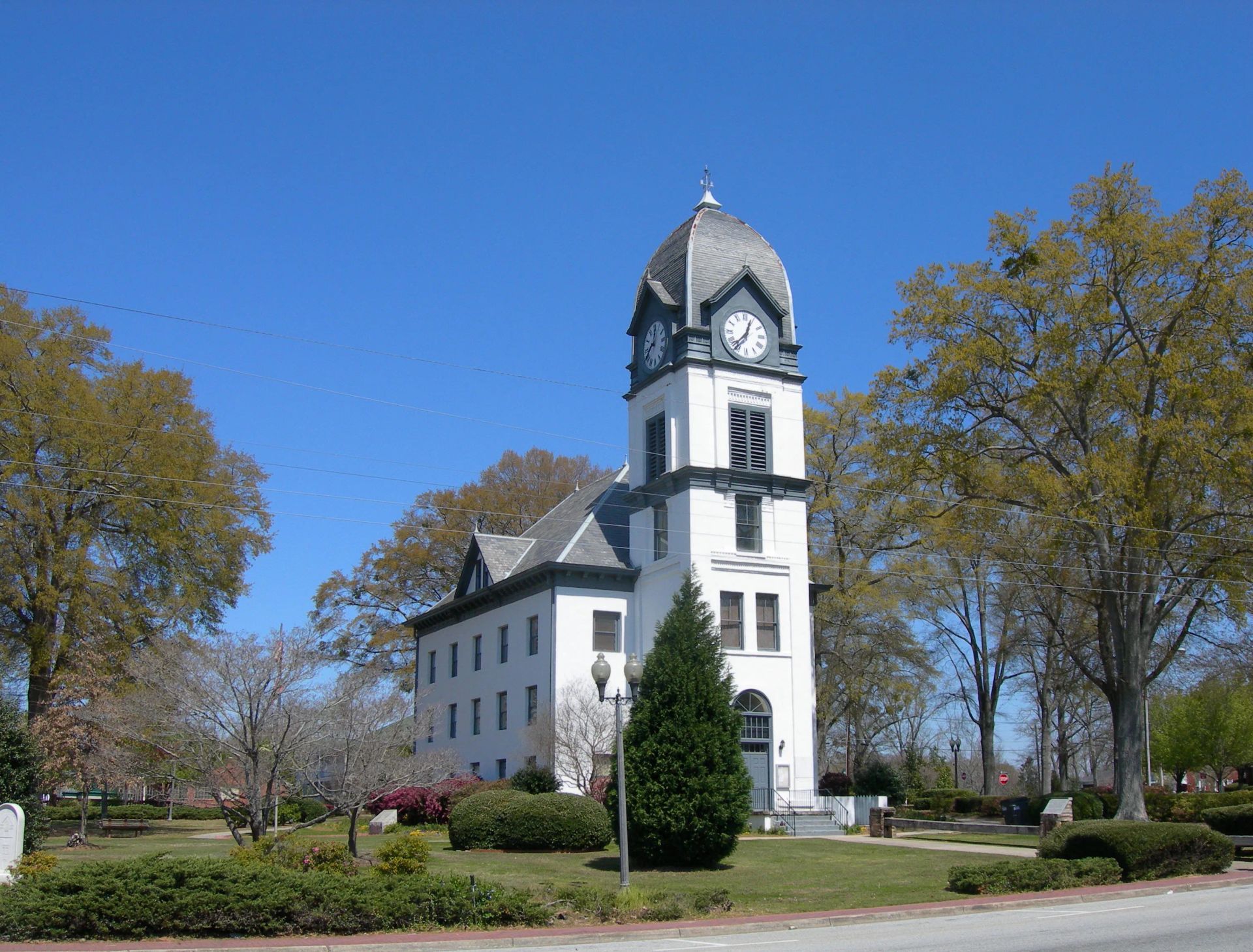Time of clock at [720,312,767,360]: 12:37
